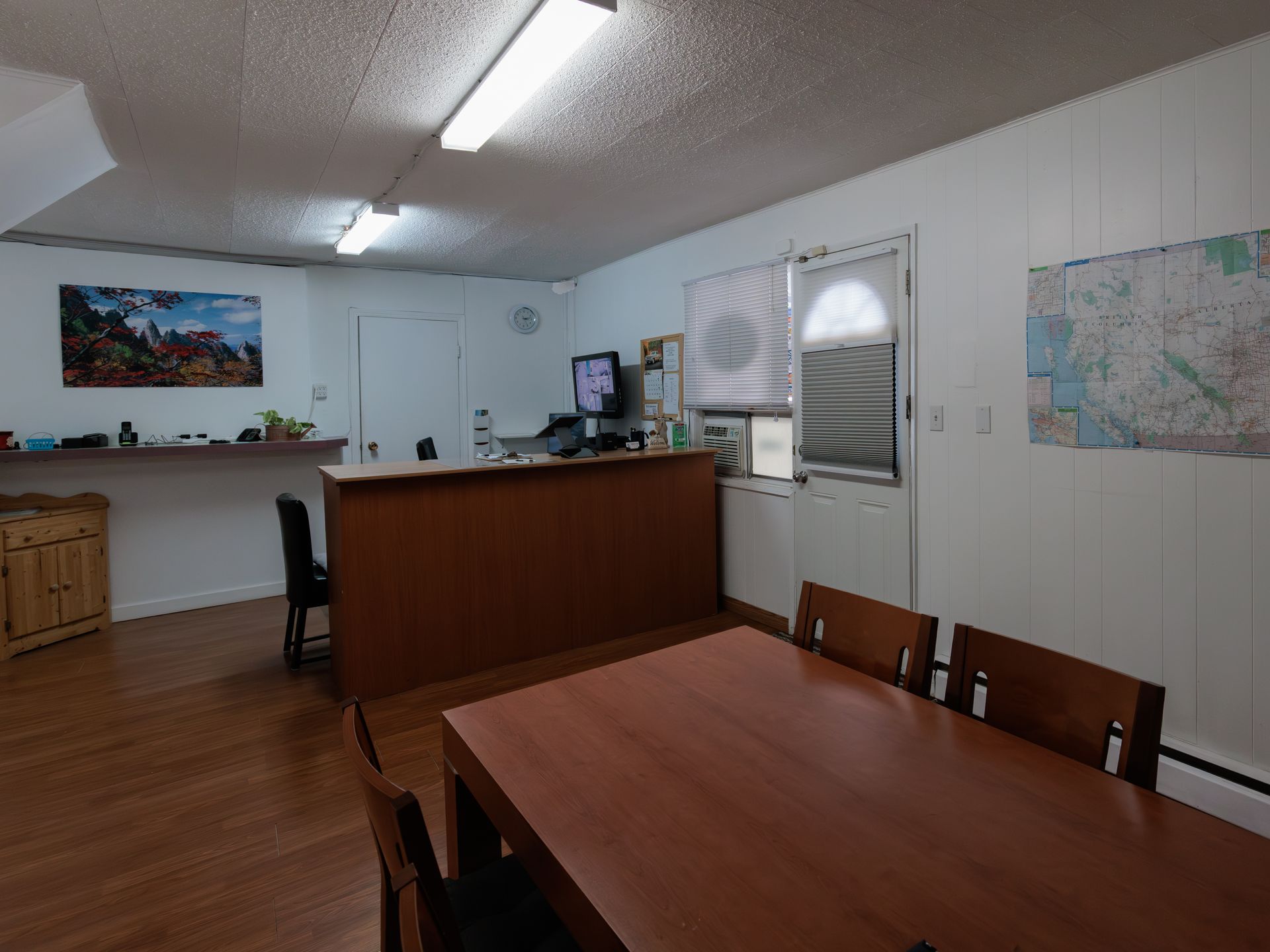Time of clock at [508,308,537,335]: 3:12
